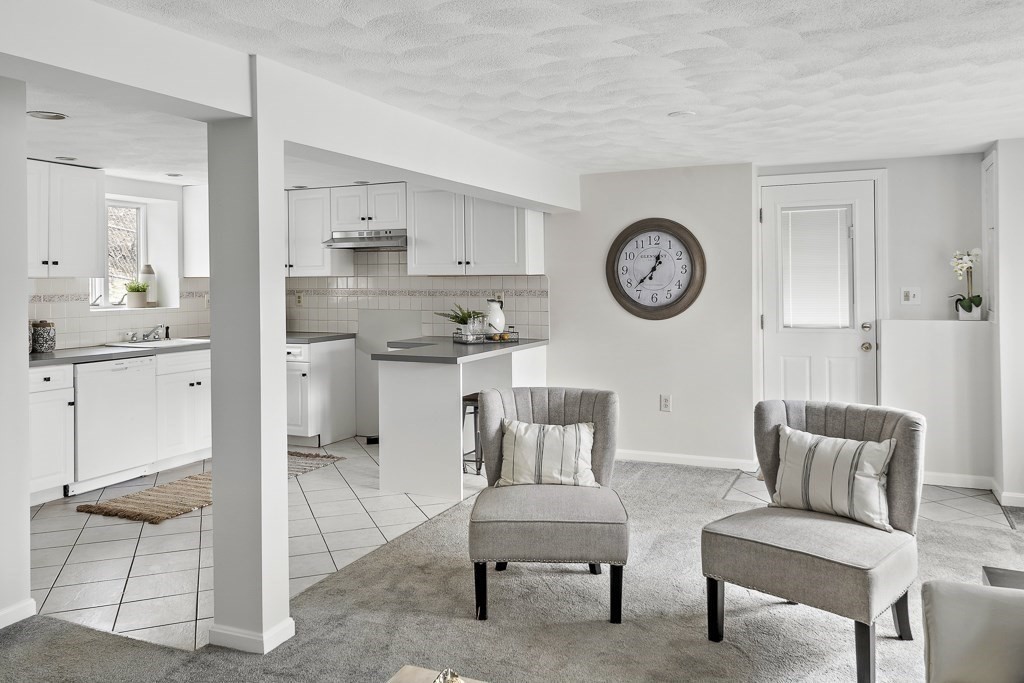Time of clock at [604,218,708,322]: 12:37
